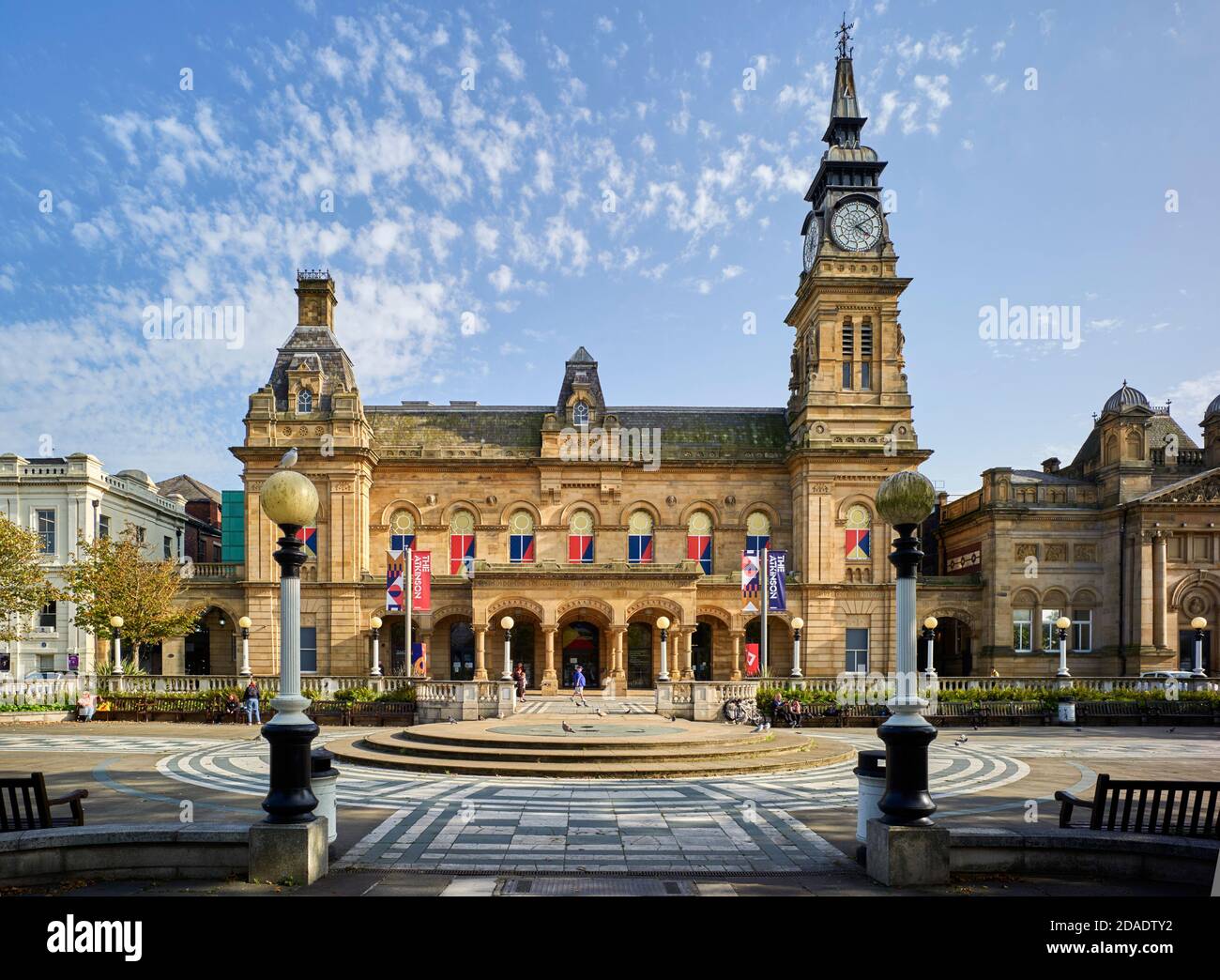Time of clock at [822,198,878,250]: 4:09
